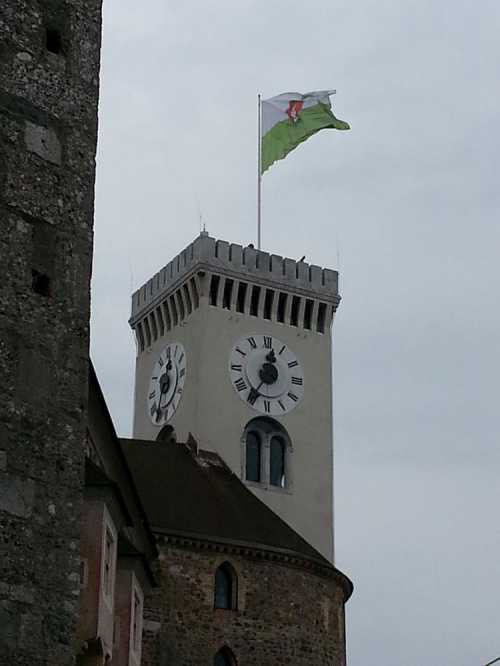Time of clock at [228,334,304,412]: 12:35
